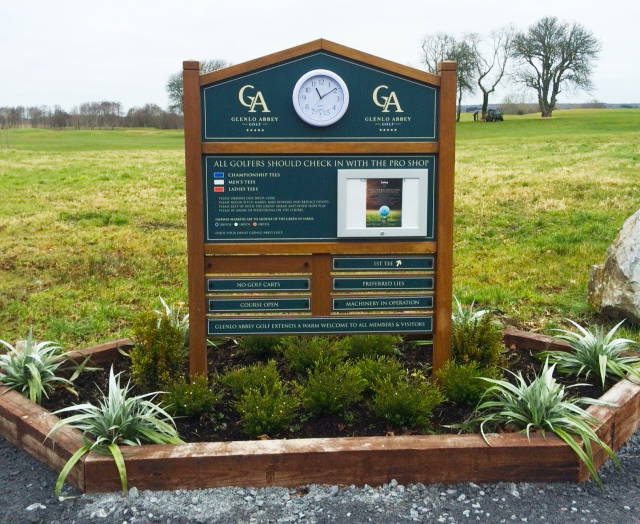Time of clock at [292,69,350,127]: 11:09
